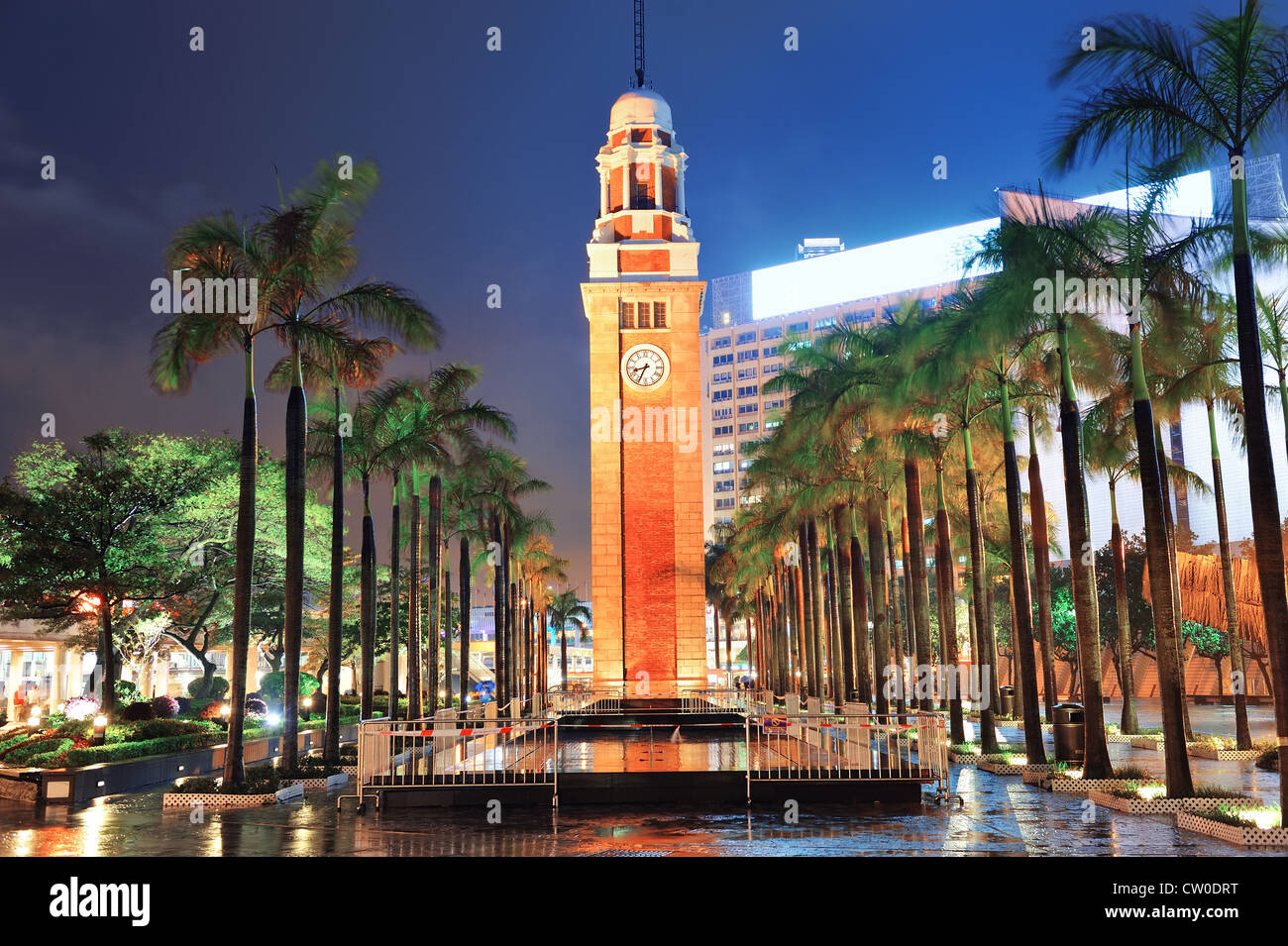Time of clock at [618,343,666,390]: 8:34
